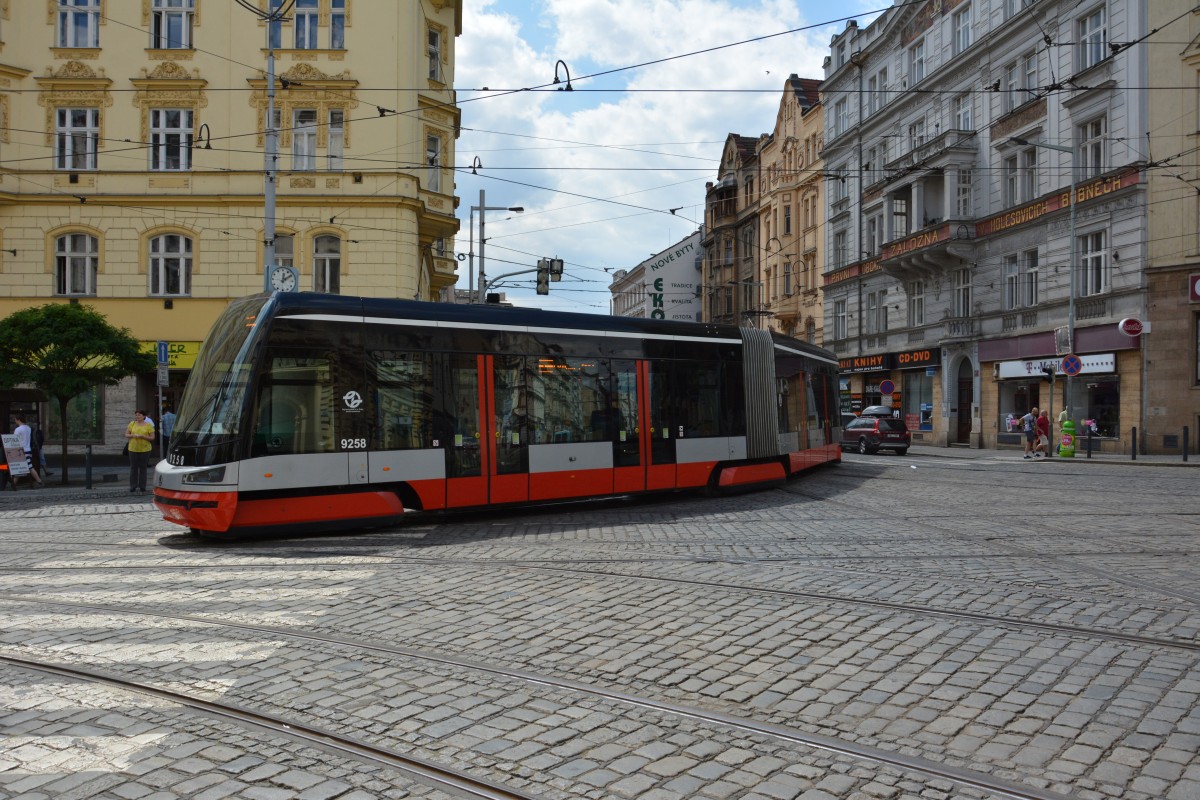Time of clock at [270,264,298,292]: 12:09
